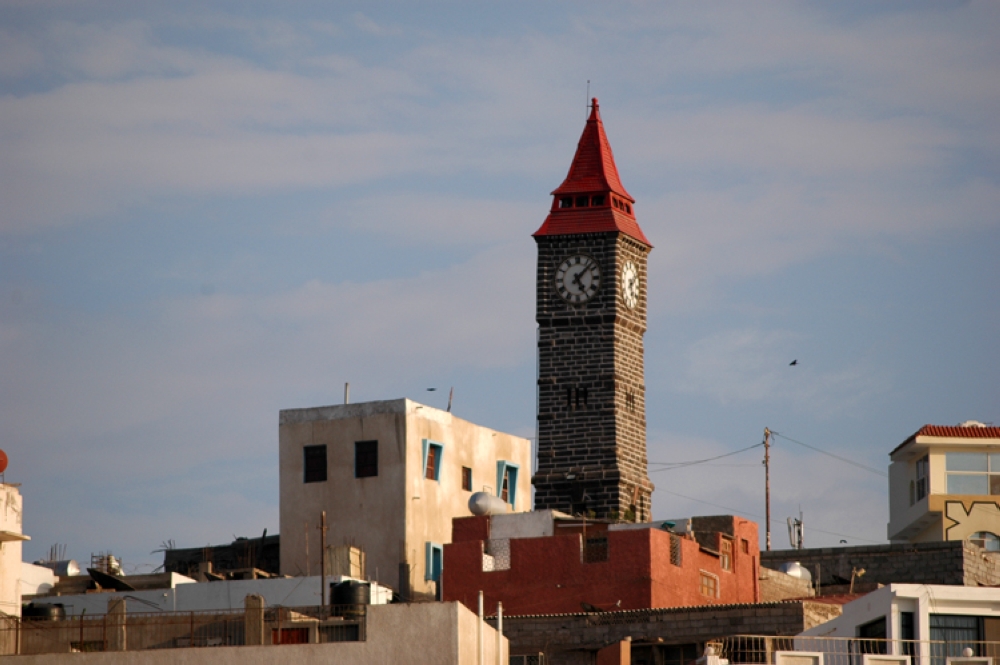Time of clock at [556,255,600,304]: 5:07
